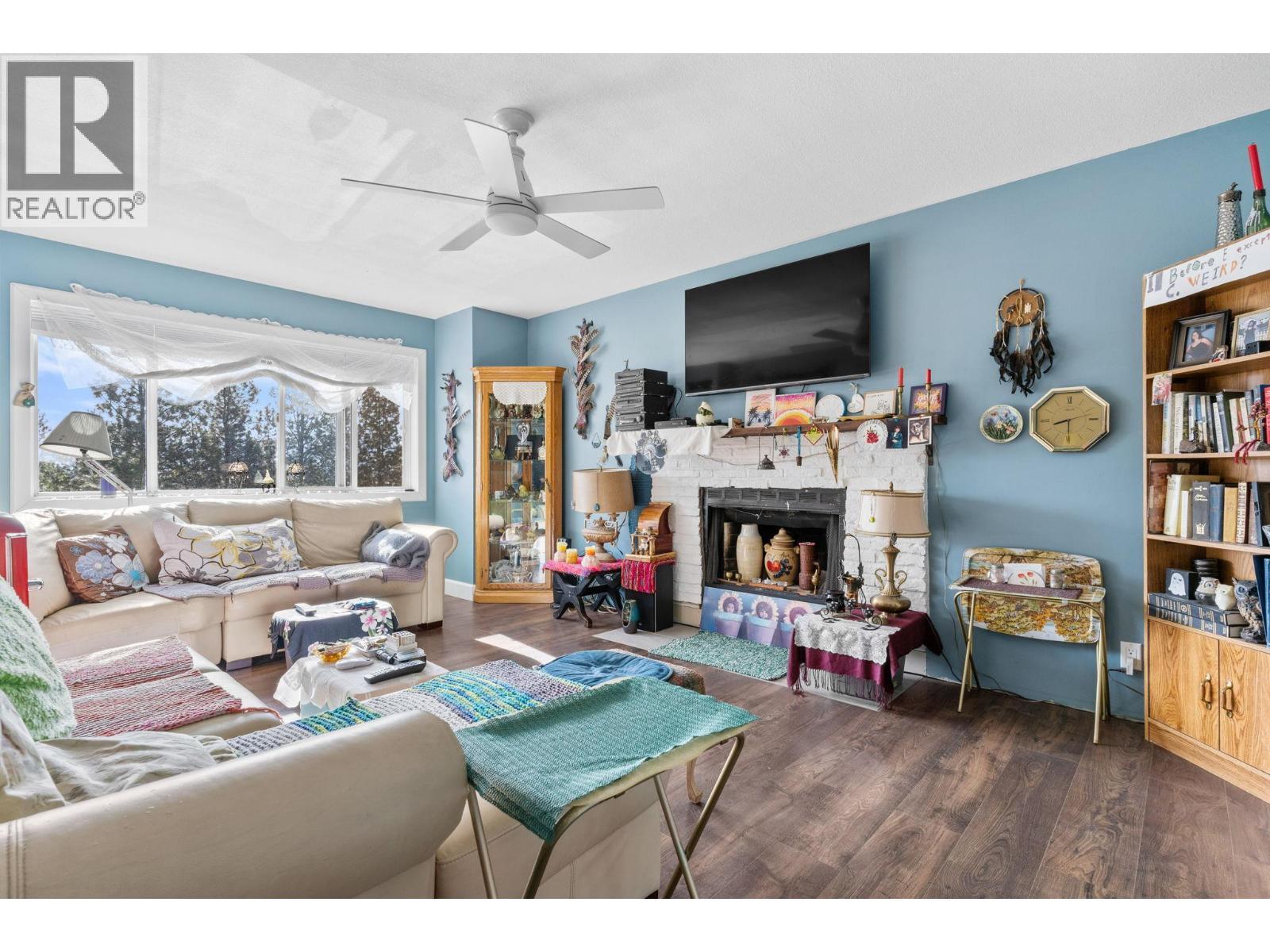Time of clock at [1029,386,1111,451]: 8:29
